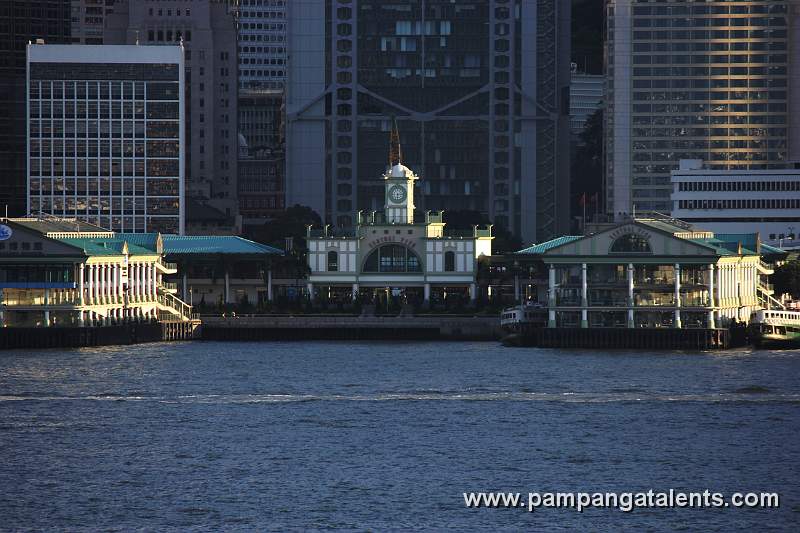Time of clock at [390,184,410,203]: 6:13
